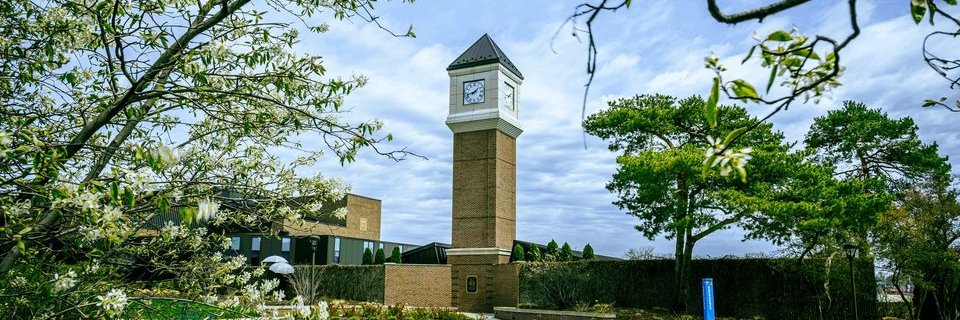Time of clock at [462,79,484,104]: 1:42
